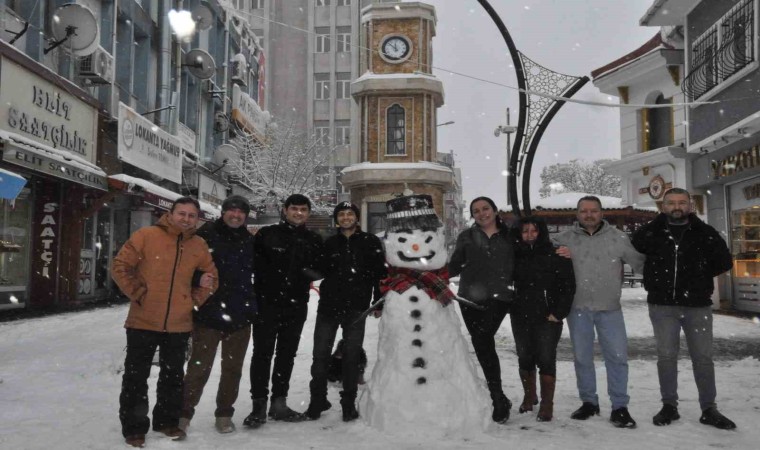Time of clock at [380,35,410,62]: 11:52
